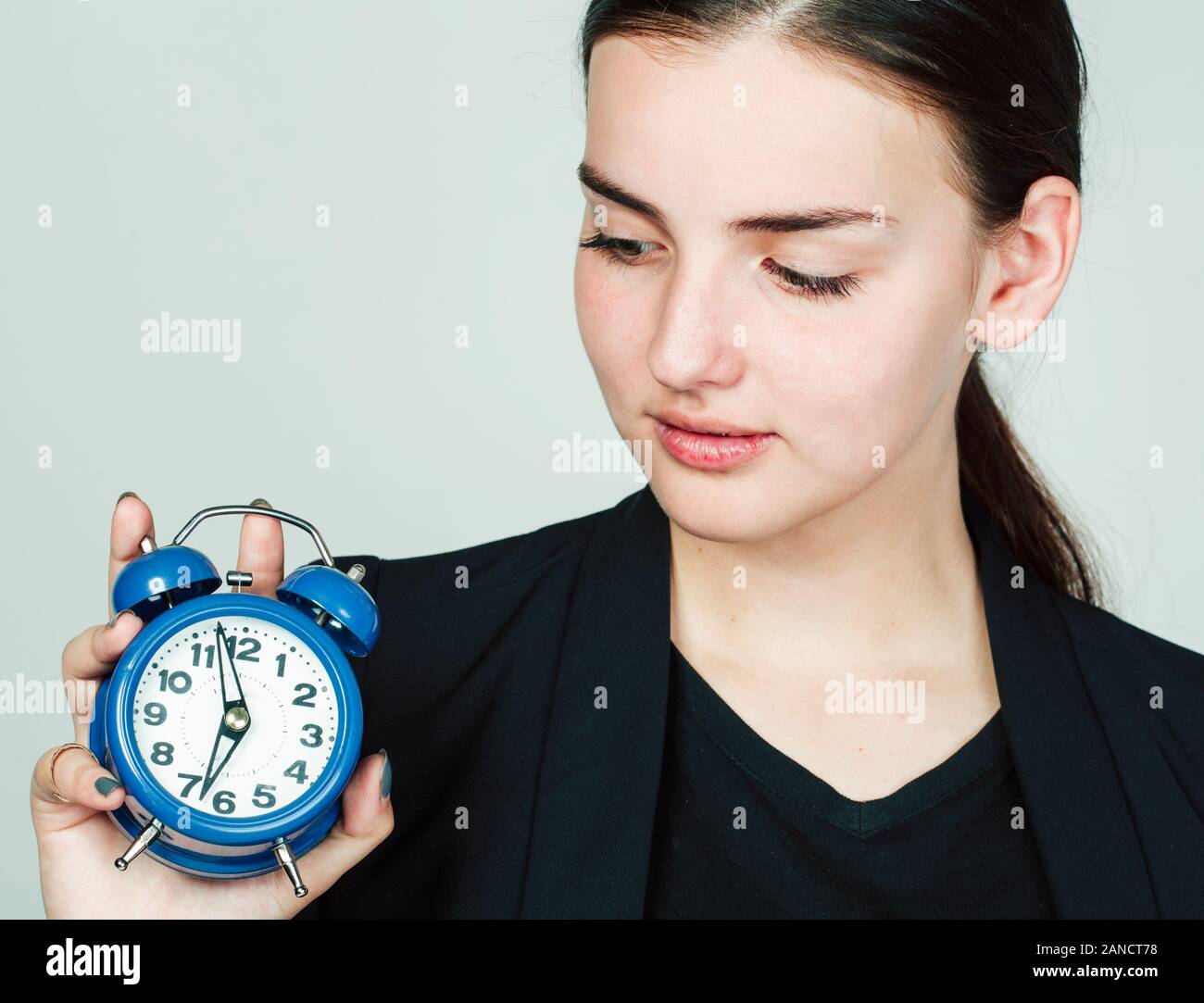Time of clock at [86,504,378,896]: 11:32
